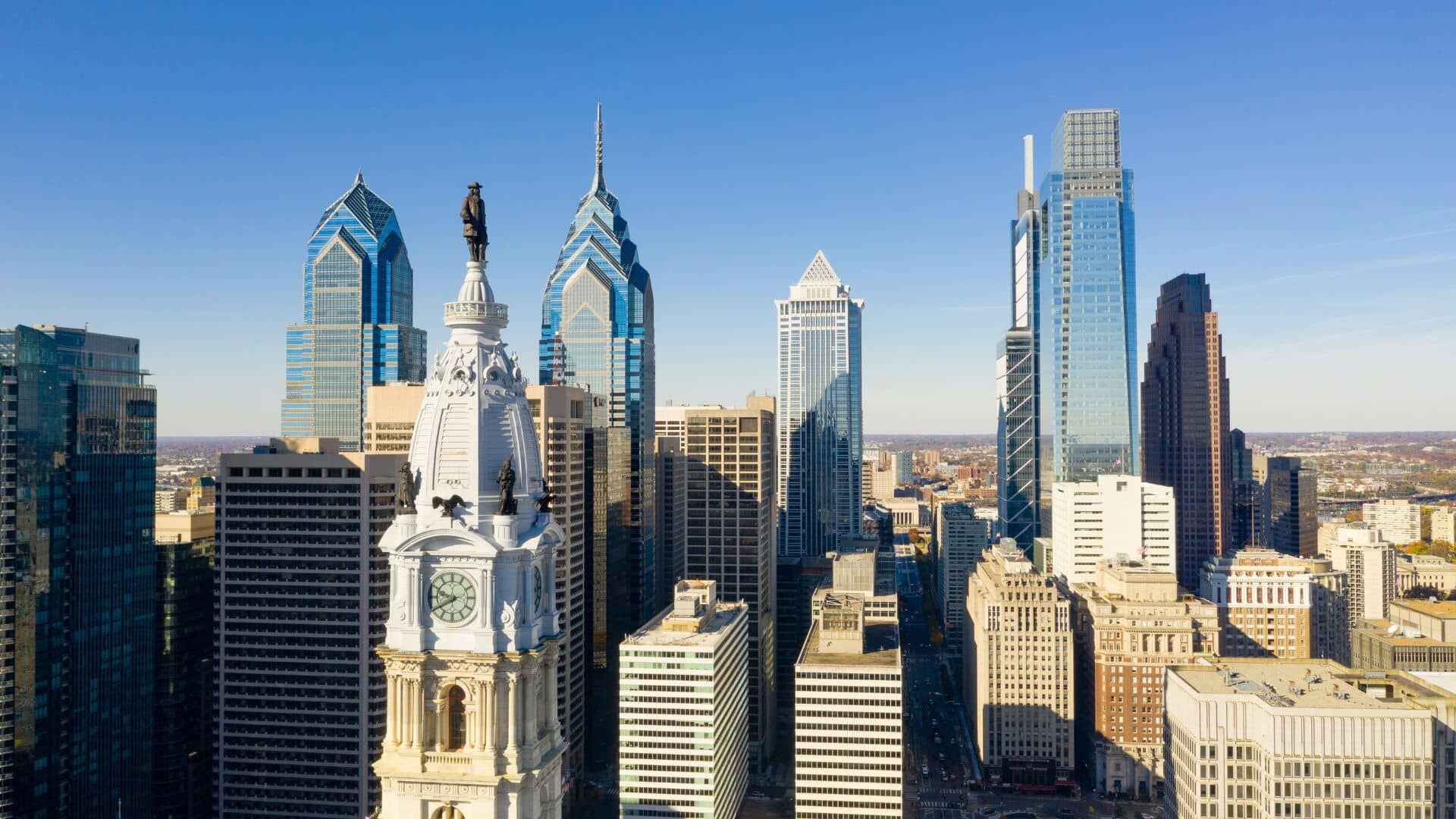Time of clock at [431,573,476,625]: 9:40
